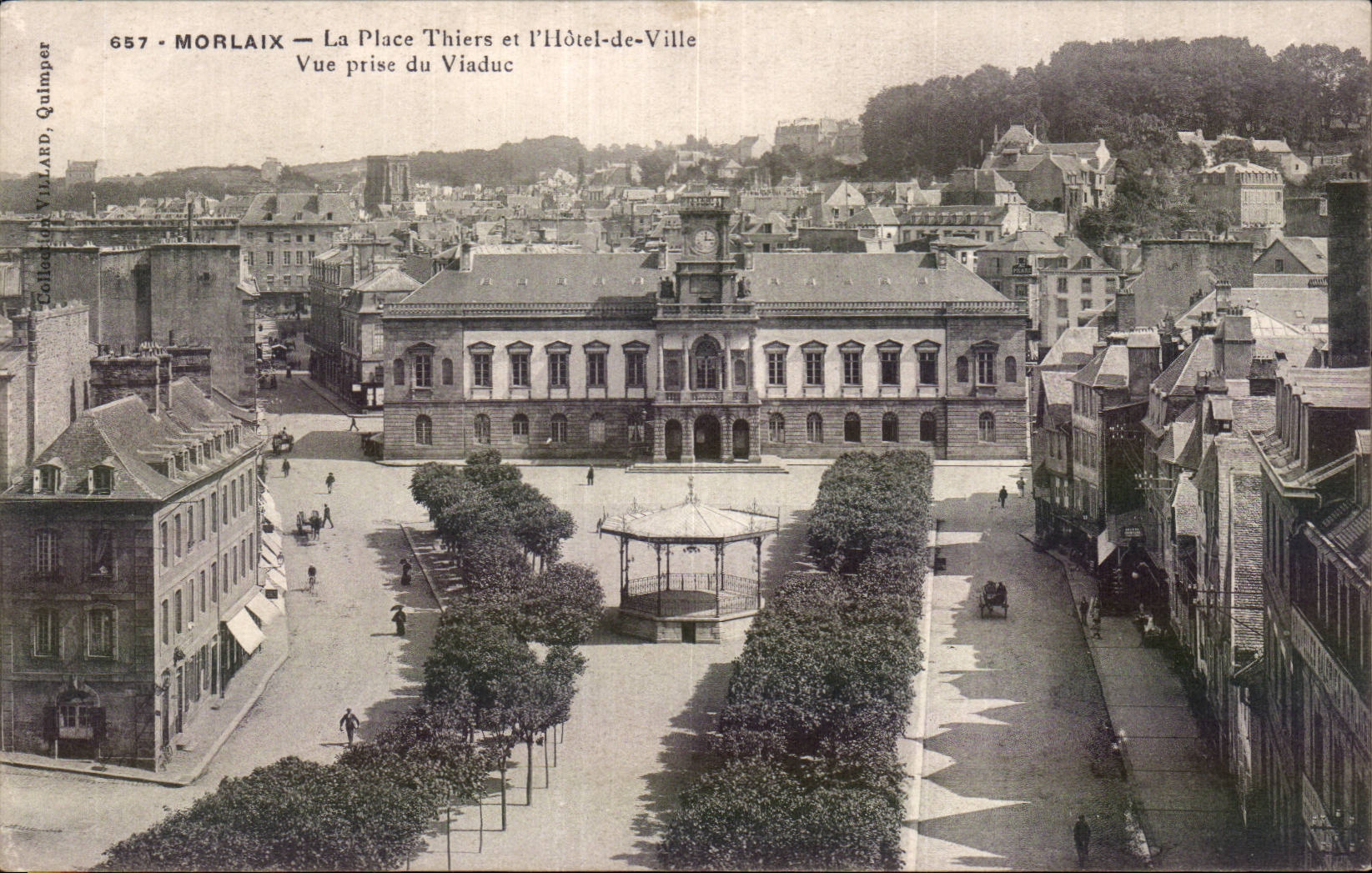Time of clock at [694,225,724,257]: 3:01
